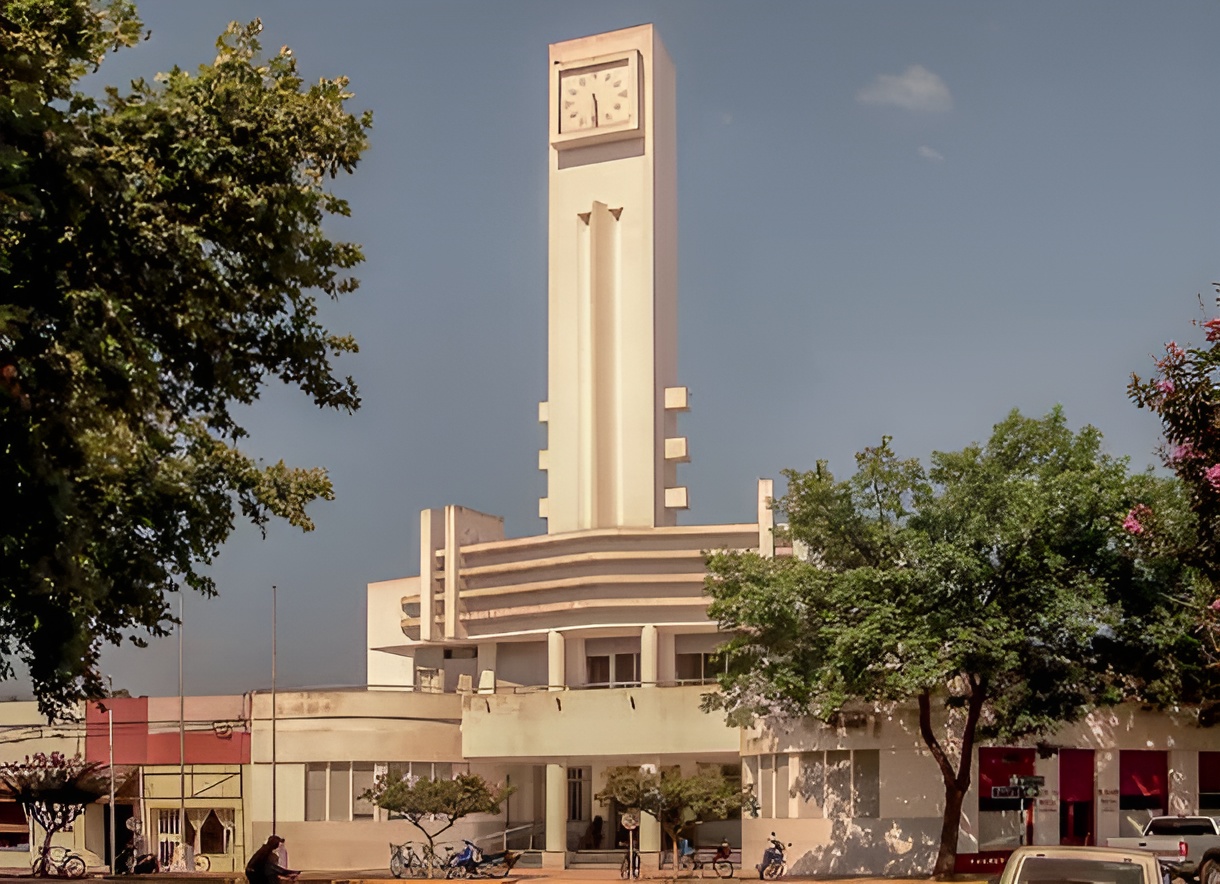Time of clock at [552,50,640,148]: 5:29
